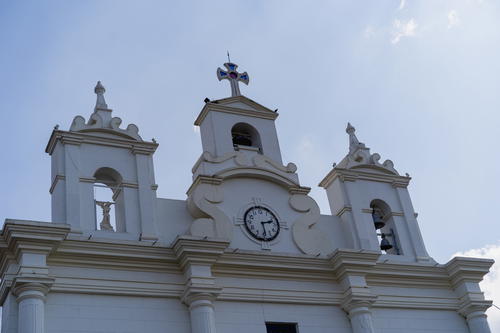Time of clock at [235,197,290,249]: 2:28
